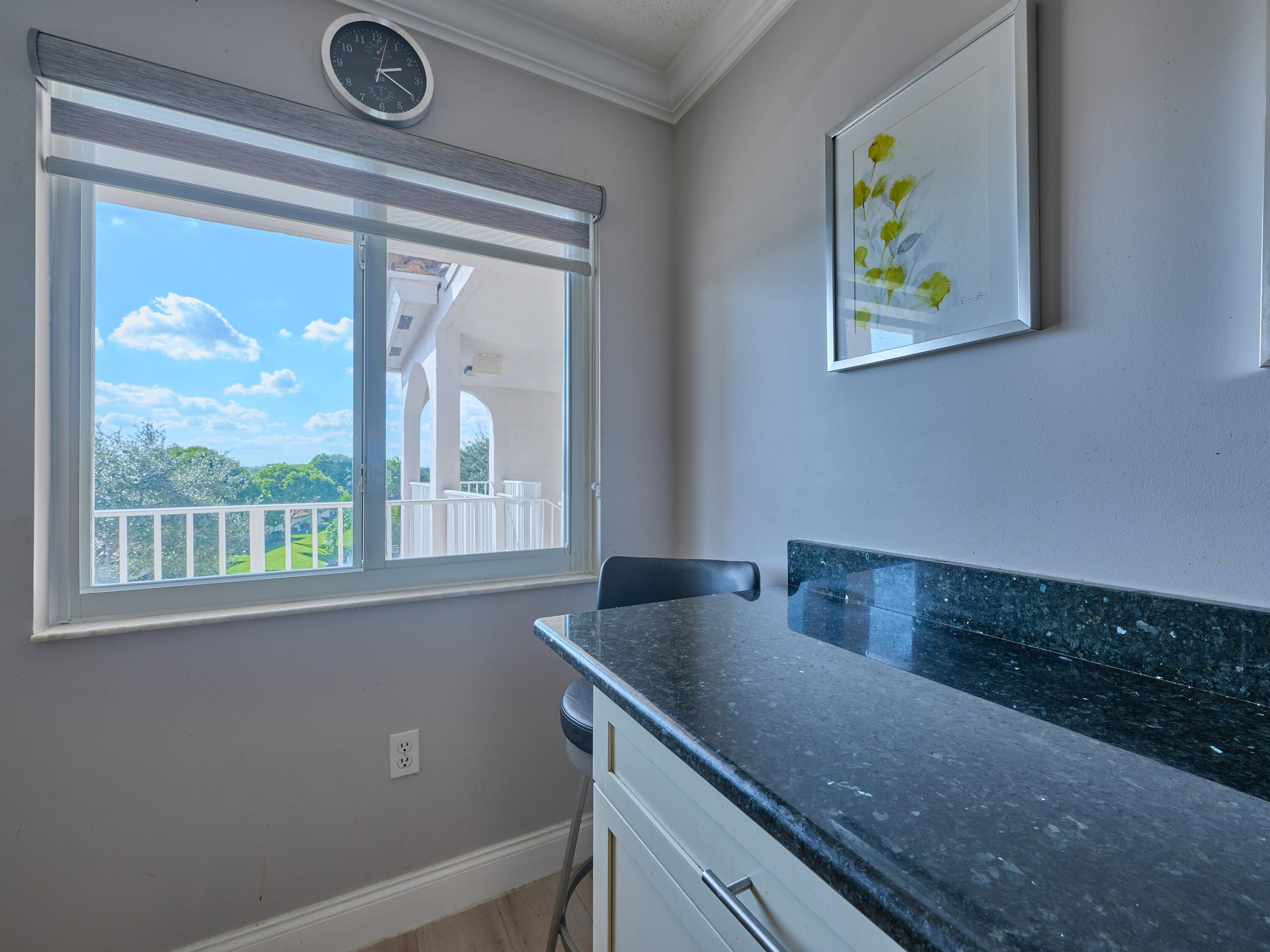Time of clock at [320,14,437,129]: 2:19
